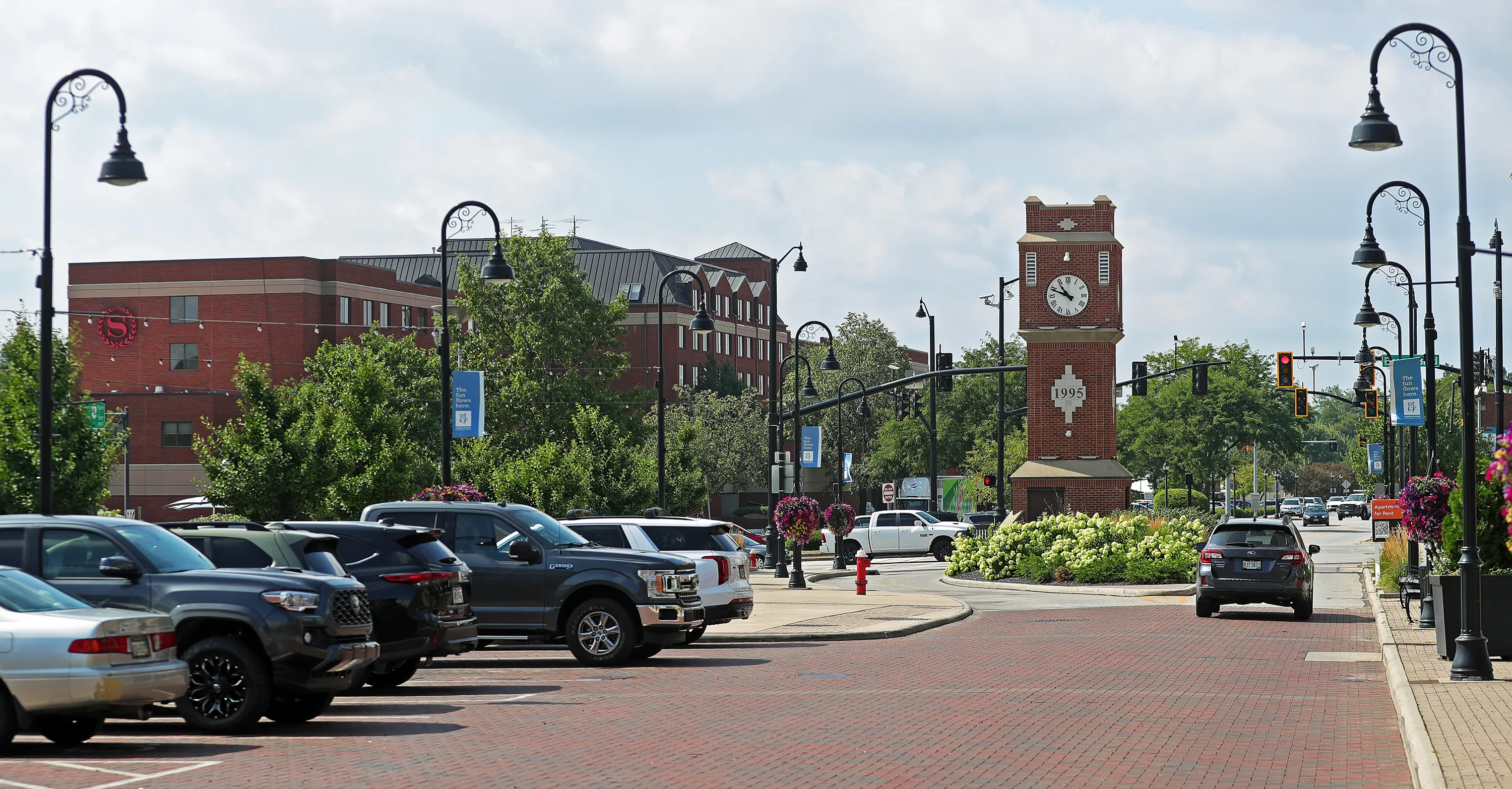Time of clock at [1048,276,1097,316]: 10:48
